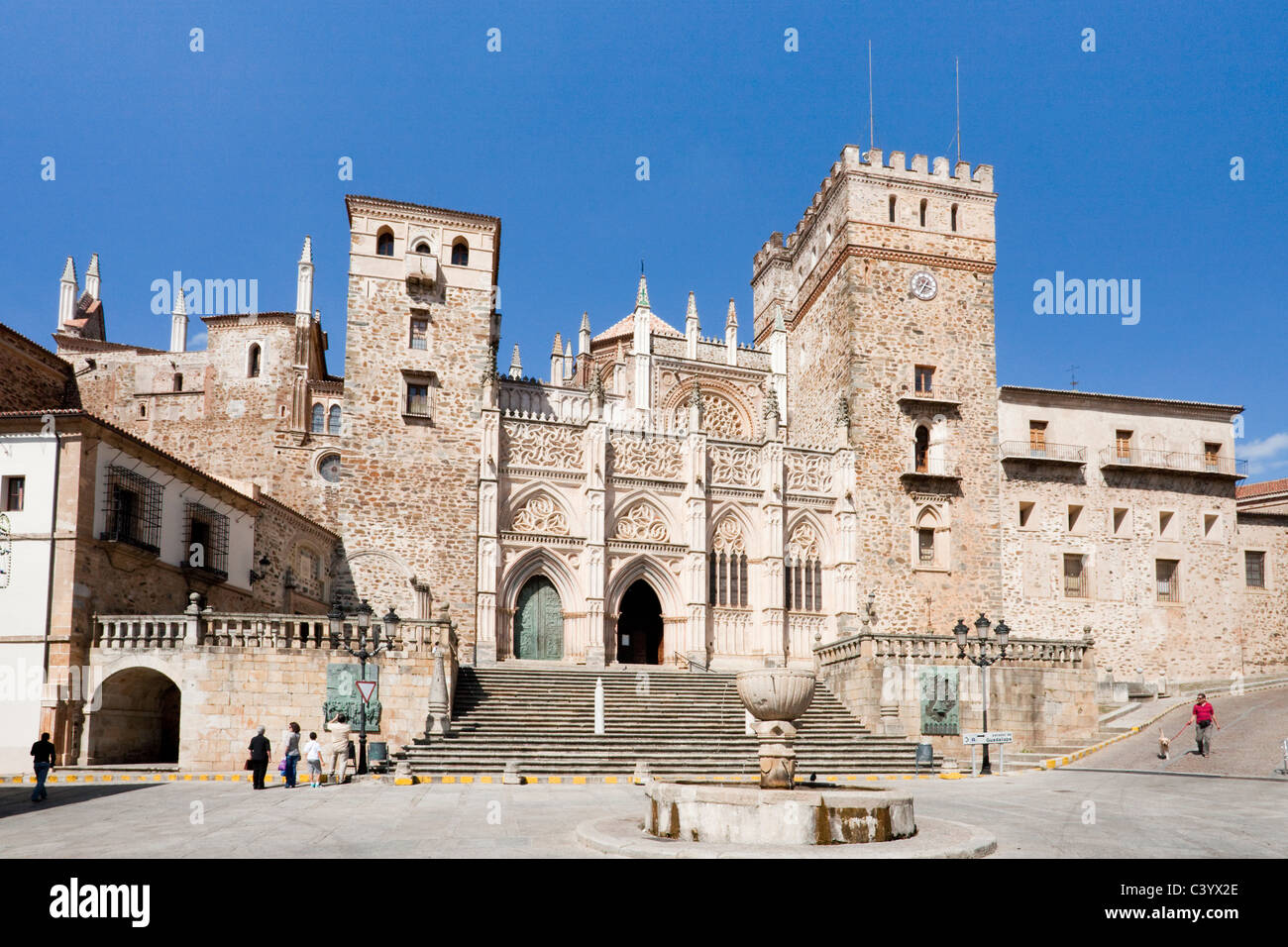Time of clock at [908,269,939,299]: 3:34
